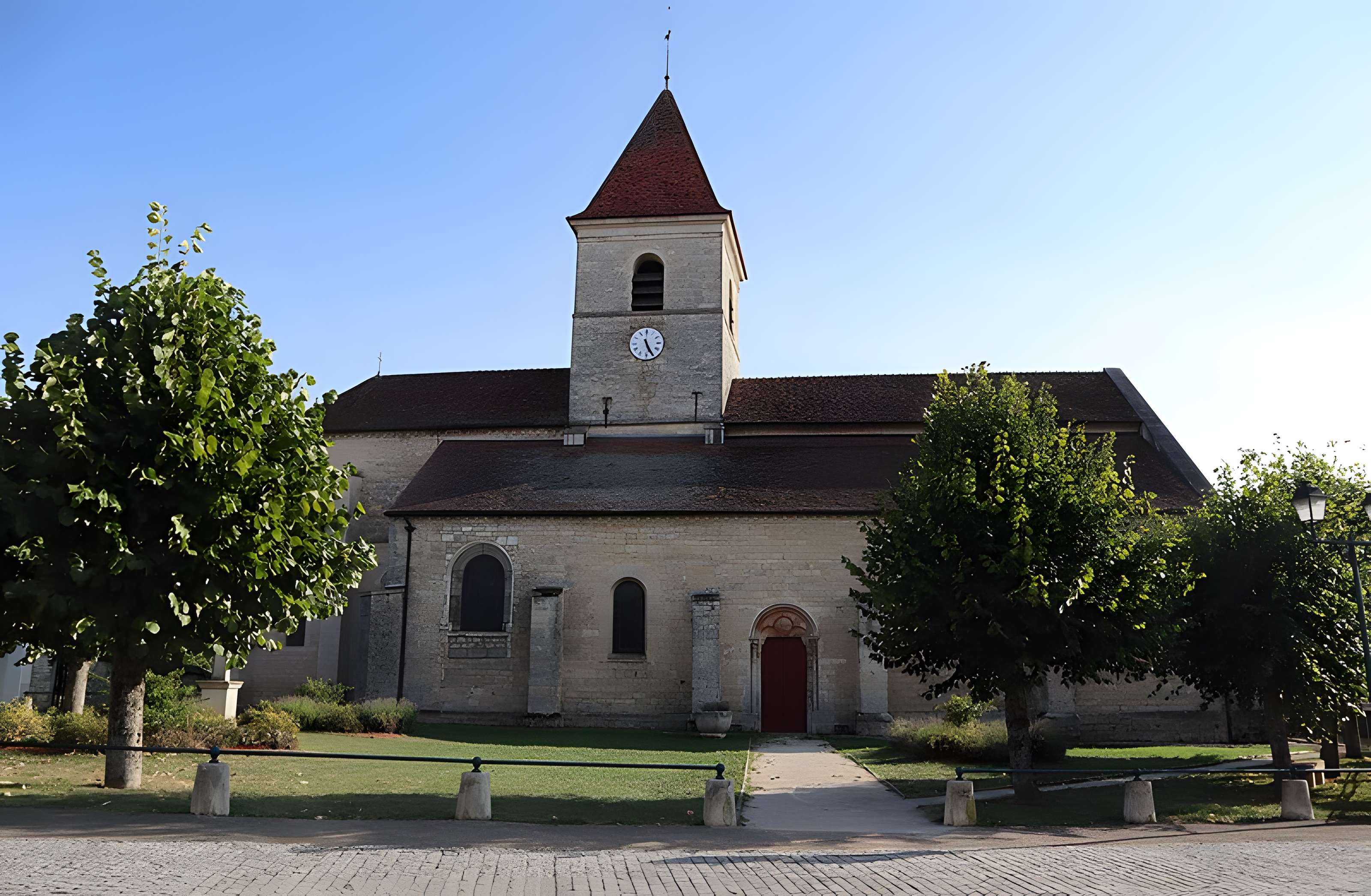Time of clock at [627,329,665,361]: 11:25
